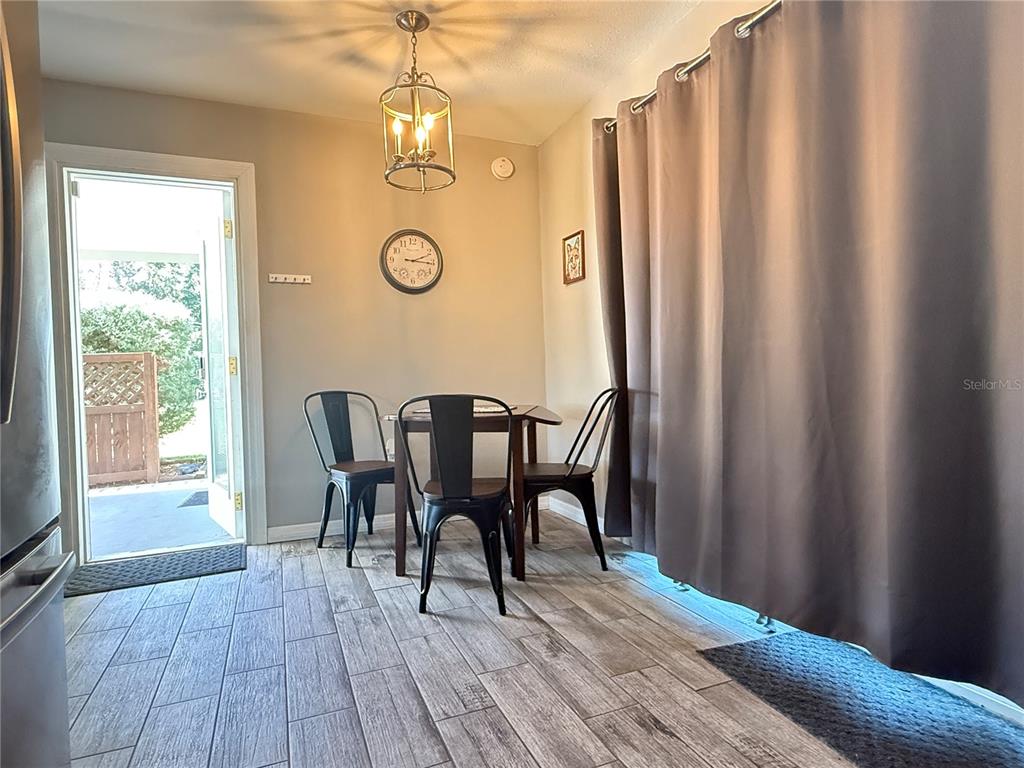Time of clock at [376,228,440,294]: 2:15
